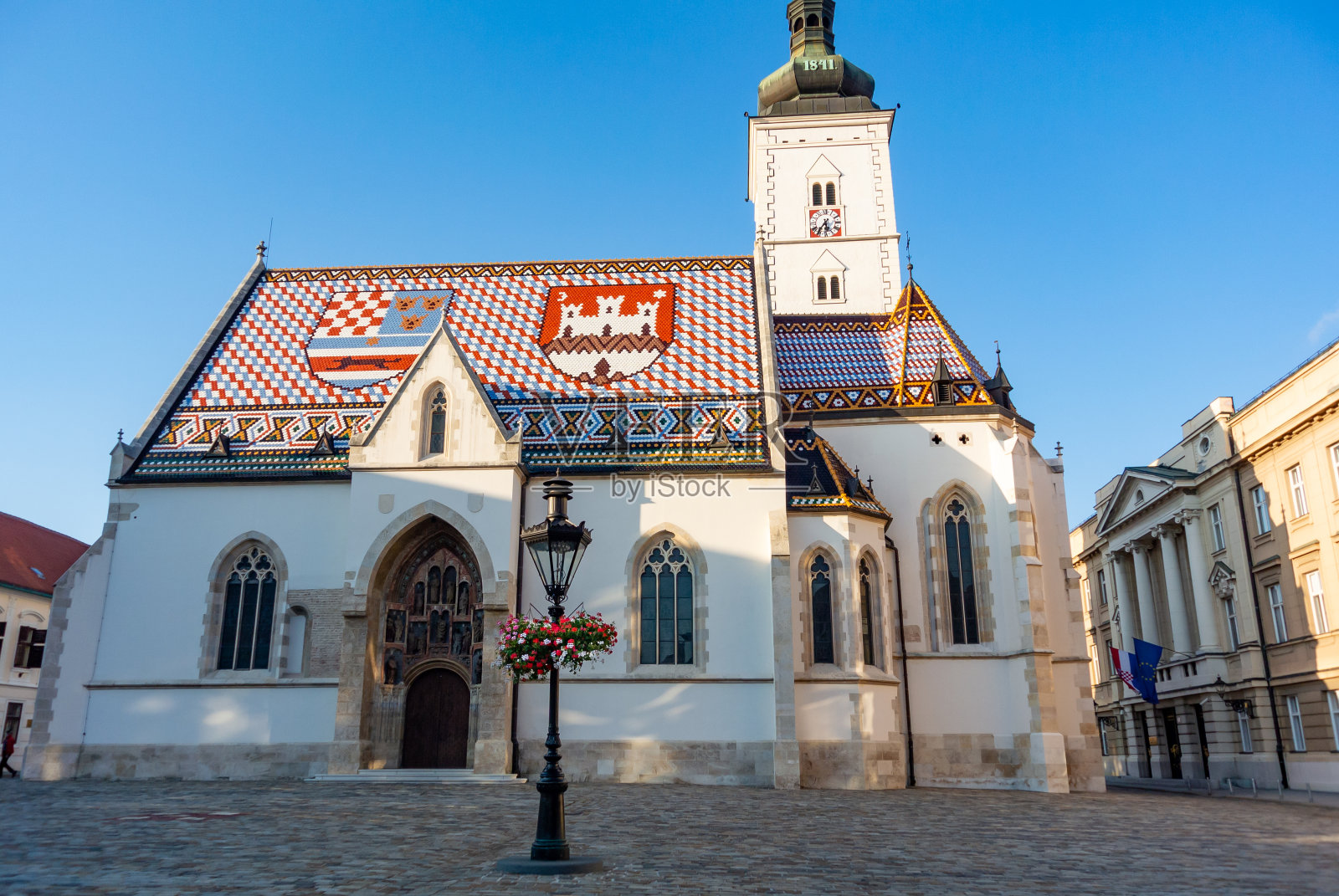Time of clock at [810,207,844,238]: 5:36
